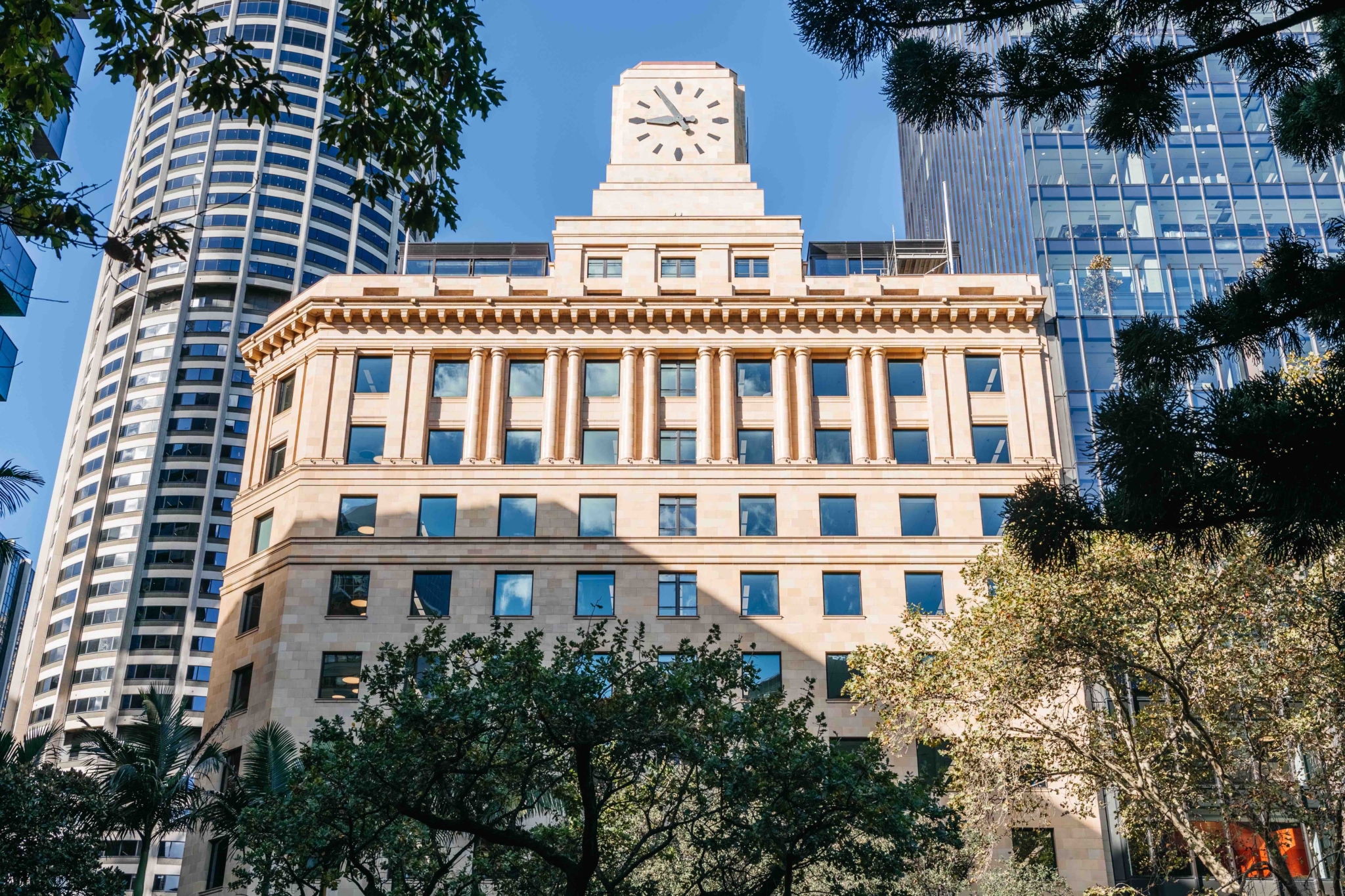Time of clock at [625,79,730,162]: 8:54
